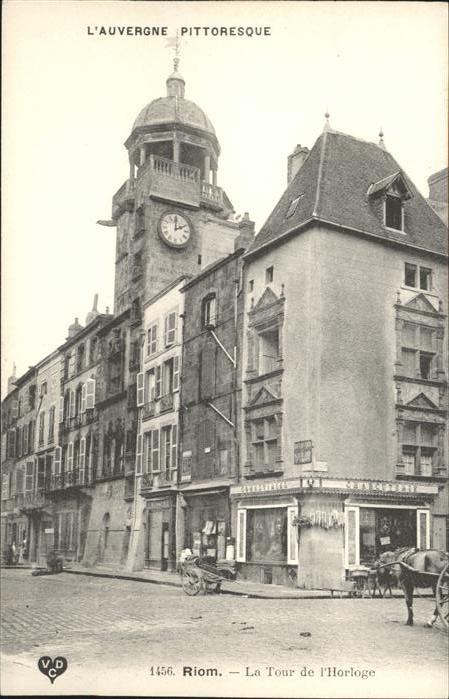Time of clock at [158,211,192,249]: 2:00
